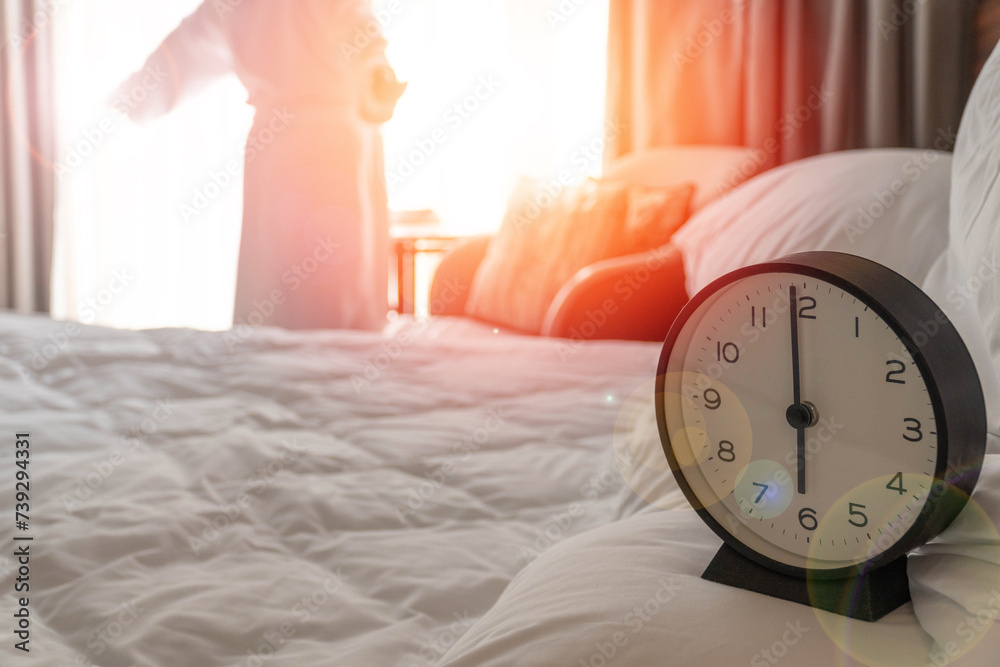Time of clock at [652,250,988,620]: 5:59
